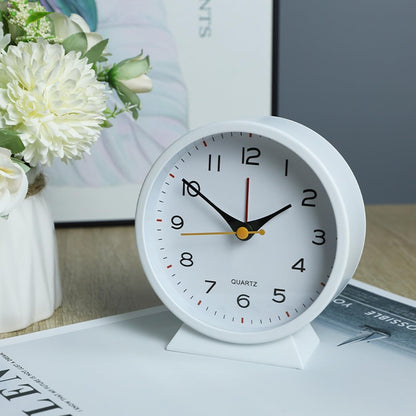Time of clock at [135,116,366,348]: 1:50
